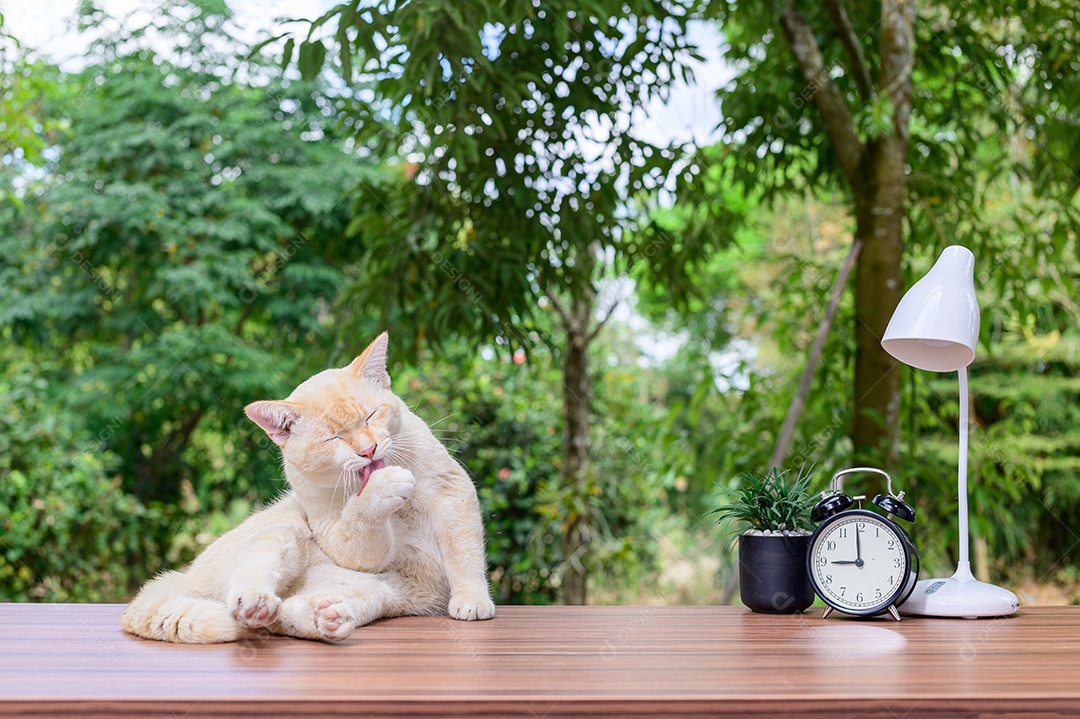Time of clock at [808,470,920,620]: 8:59
